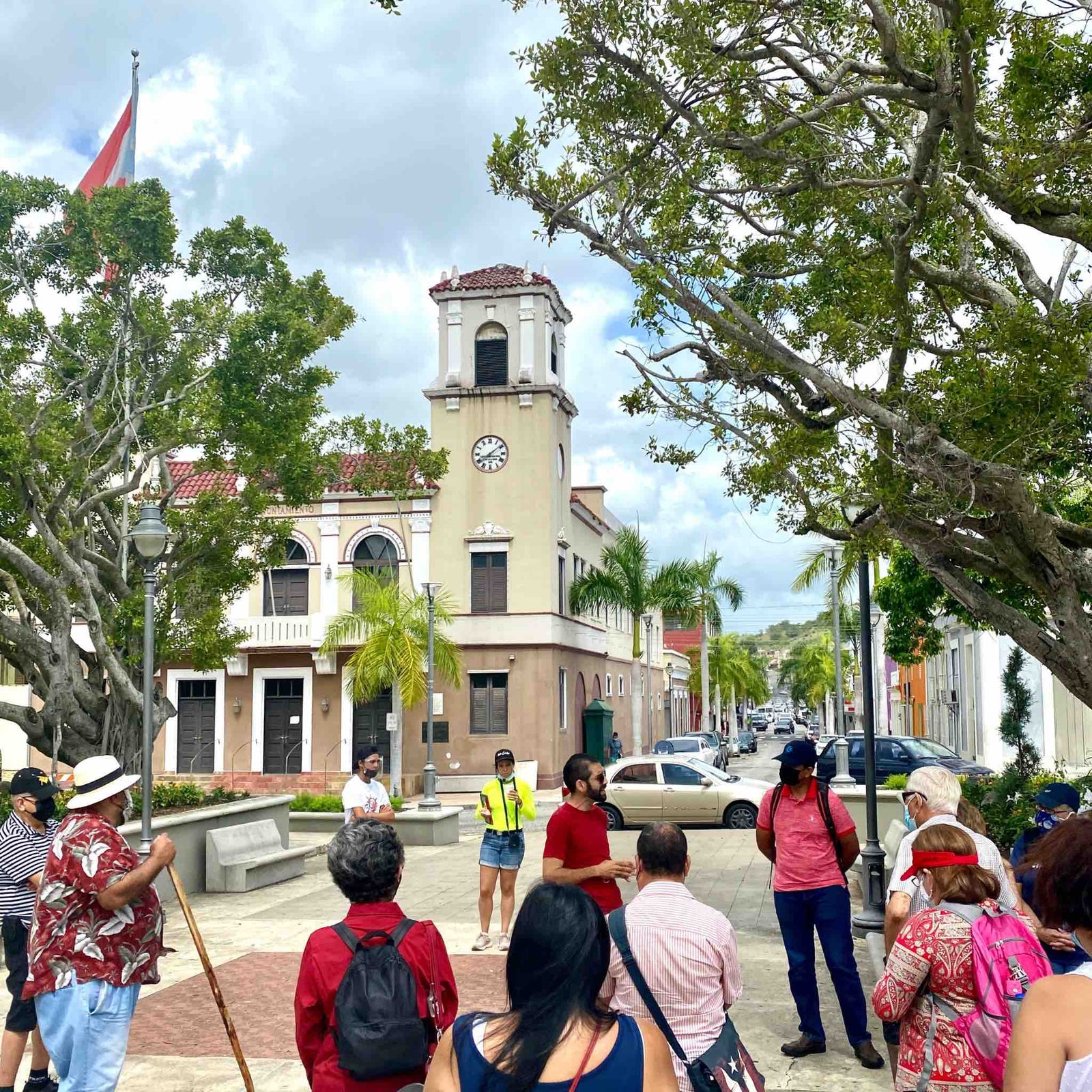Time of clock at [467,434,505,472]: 8:08
